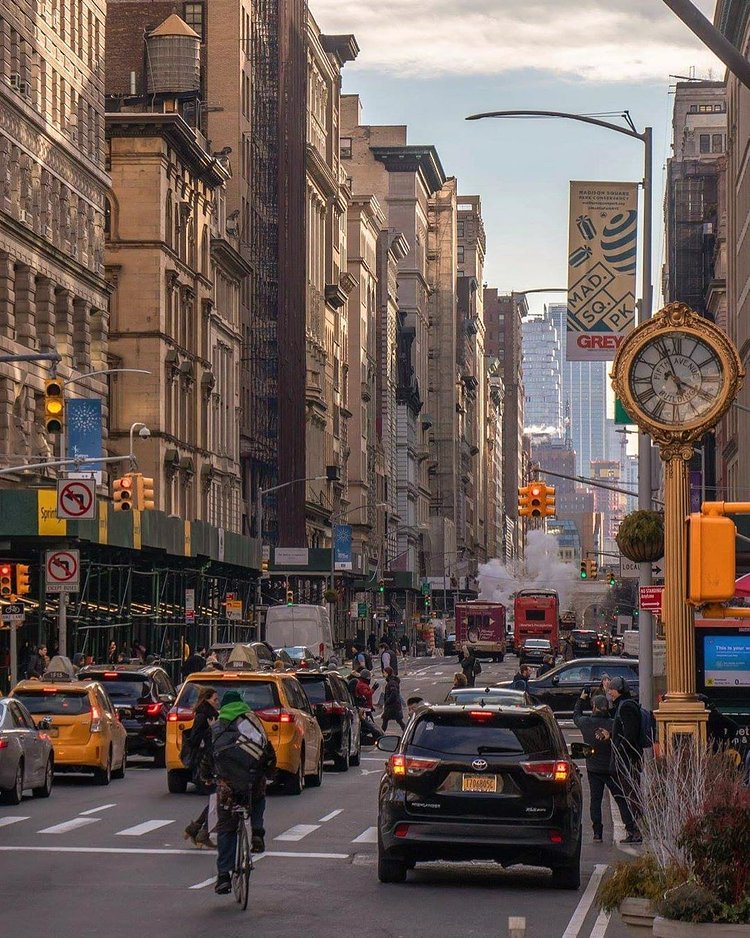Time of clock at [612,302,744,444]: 3:56
